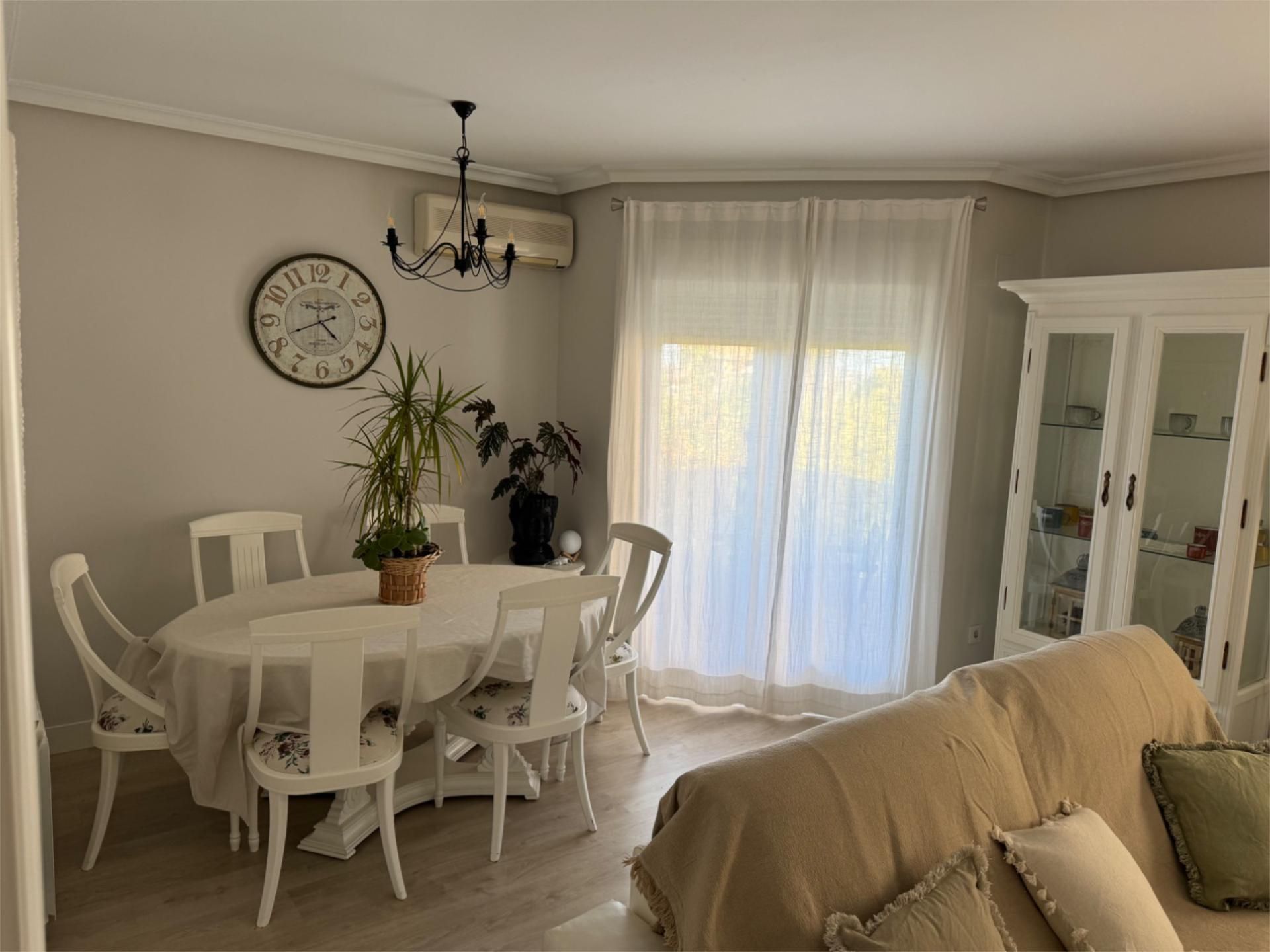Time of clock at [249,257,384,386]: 4:41
